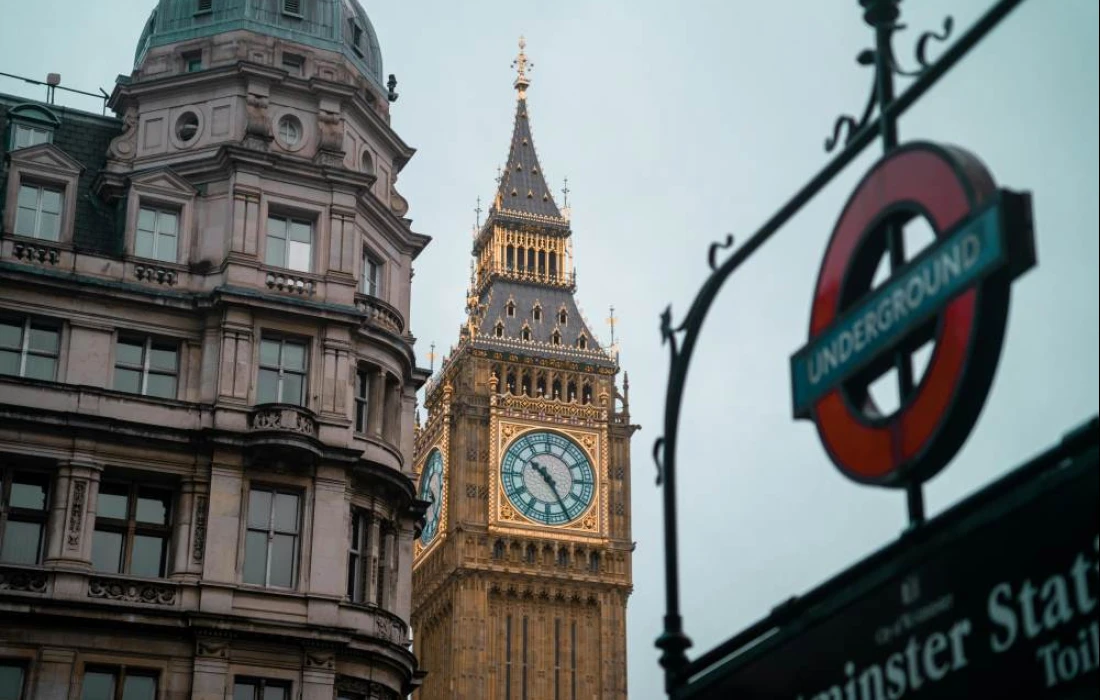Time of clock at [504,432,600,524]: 10:24
